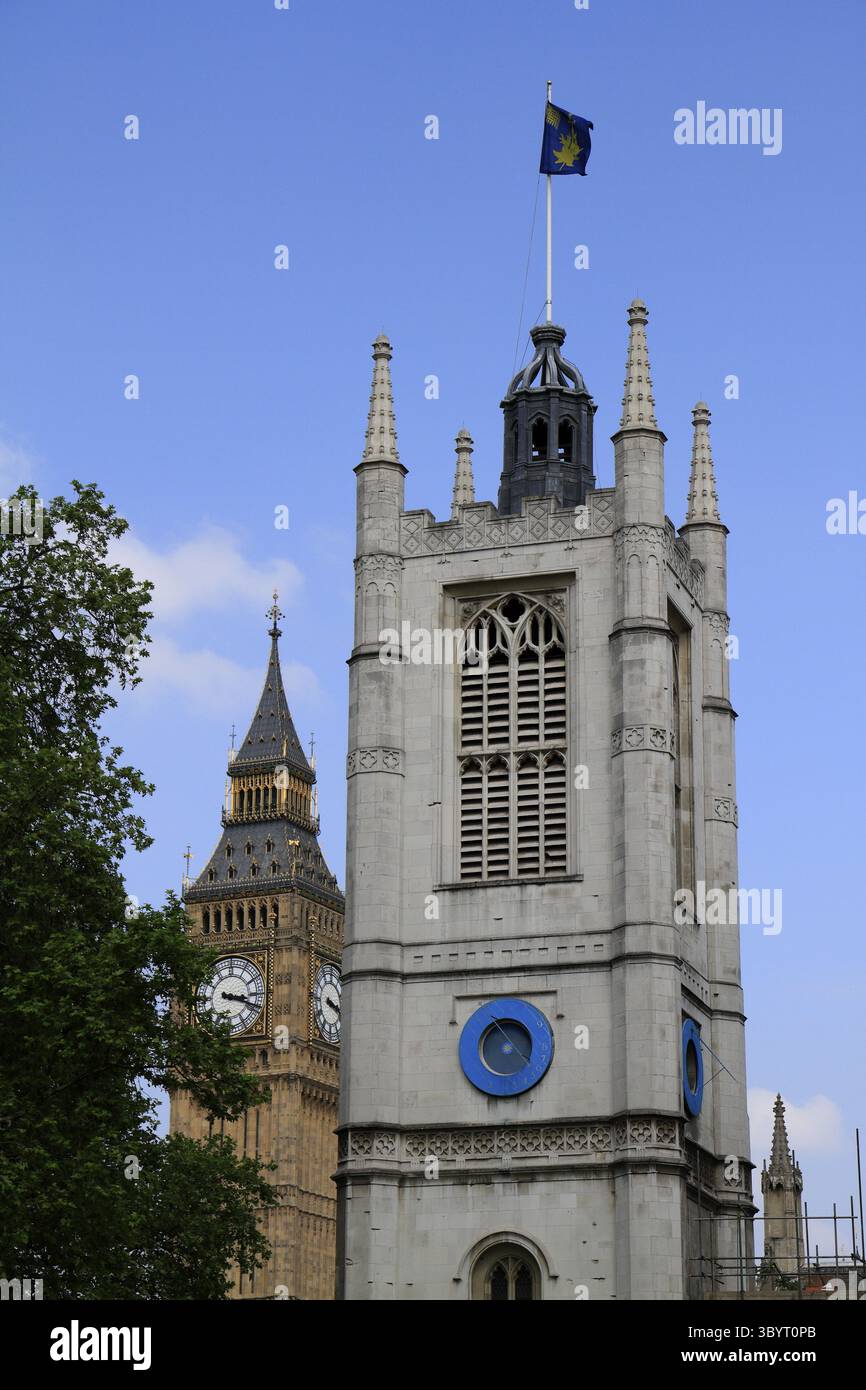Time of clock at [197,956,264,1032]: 3:18
